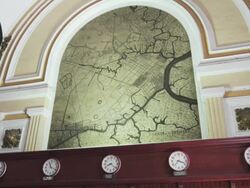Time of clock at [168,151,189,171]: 3:37
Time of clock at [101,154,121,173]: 8:21
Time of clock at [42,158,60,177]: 11:19
